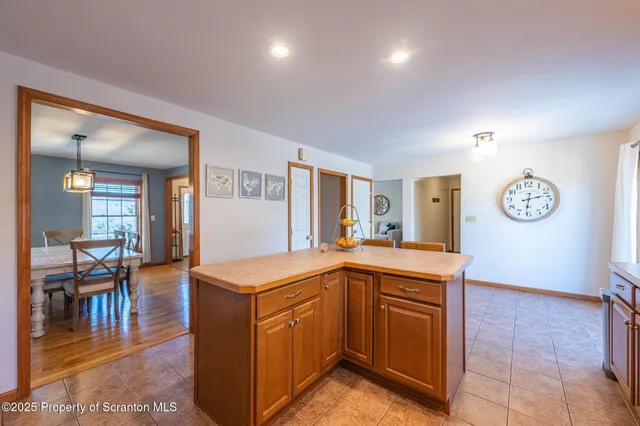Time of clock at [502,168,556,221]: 2:31
